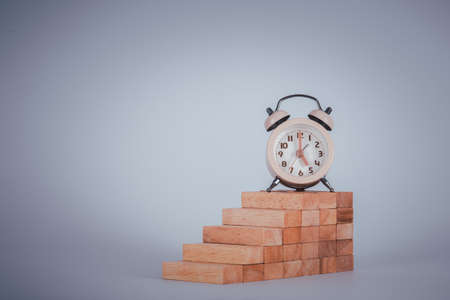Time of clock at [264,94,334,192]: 5:00
